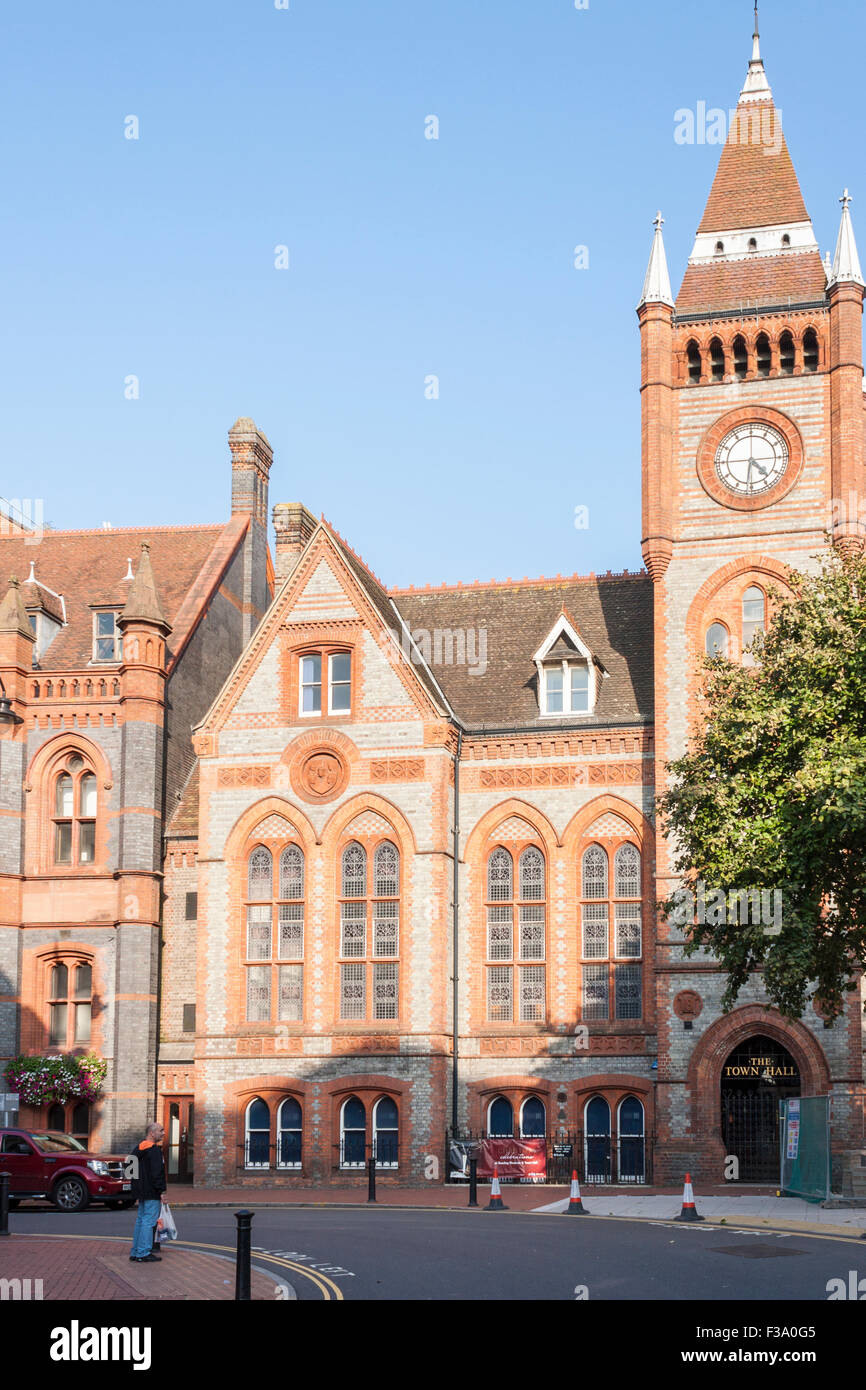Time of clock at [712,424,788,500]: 4:31
